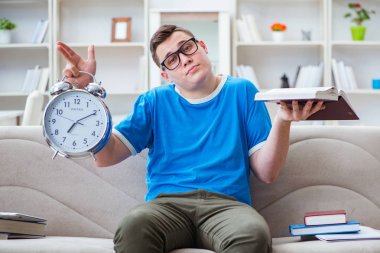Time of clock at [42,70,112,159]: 7:10
